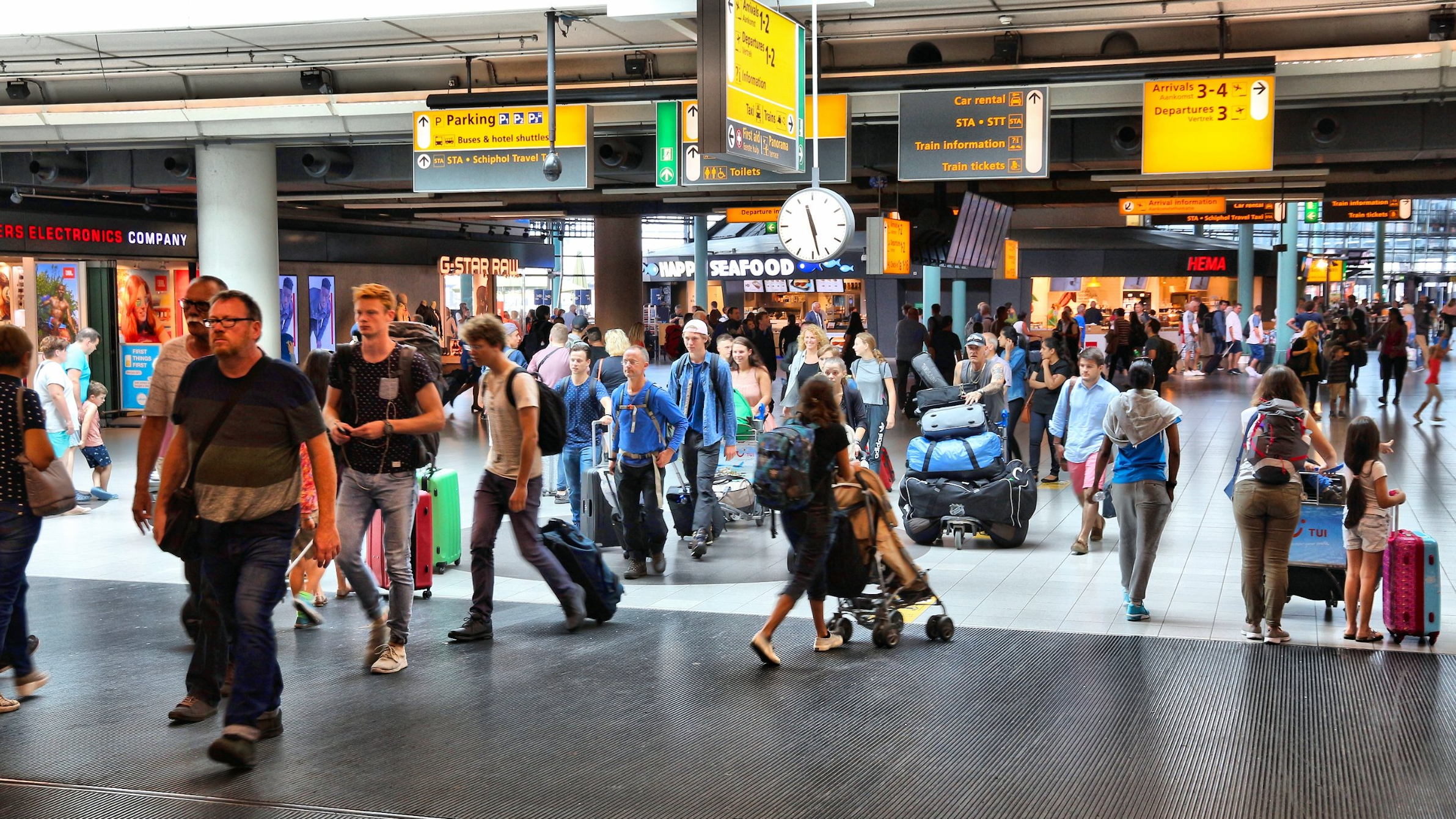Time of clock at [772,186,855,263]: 11:28
